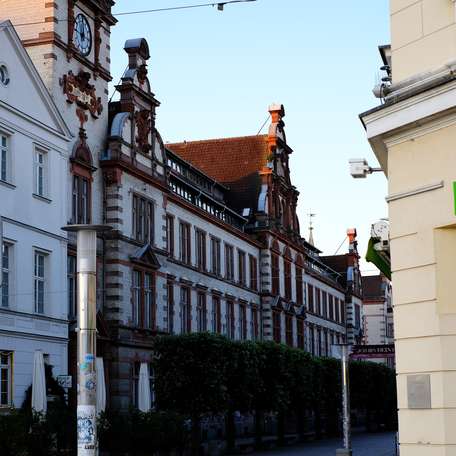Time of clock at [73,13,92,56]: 11:46
